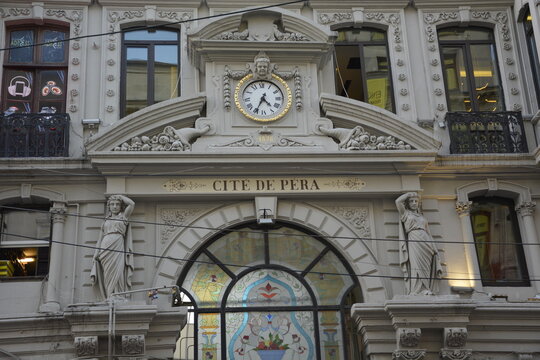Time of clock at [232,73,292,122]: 4:34
